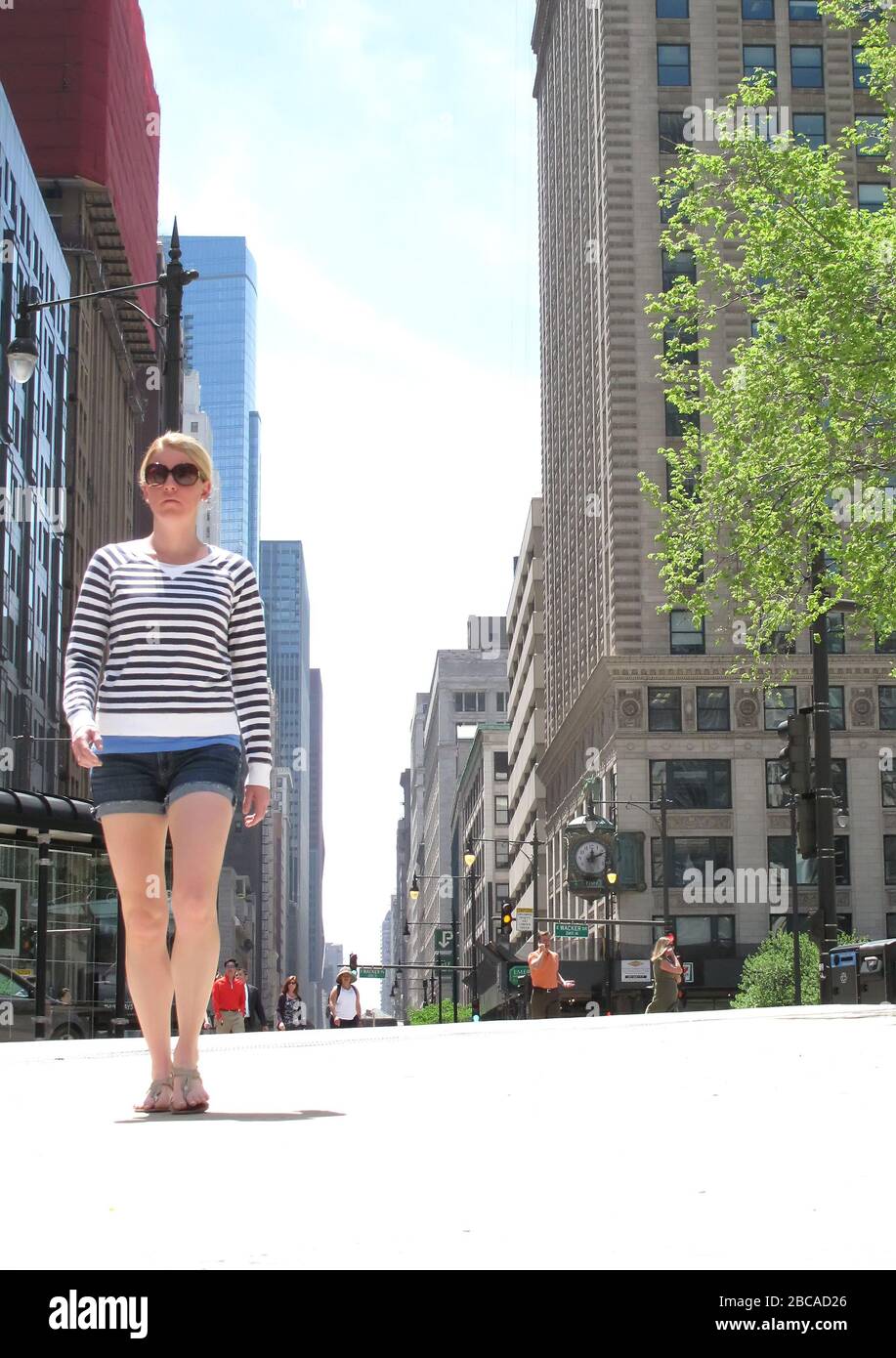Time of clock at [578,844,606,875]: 12:11
